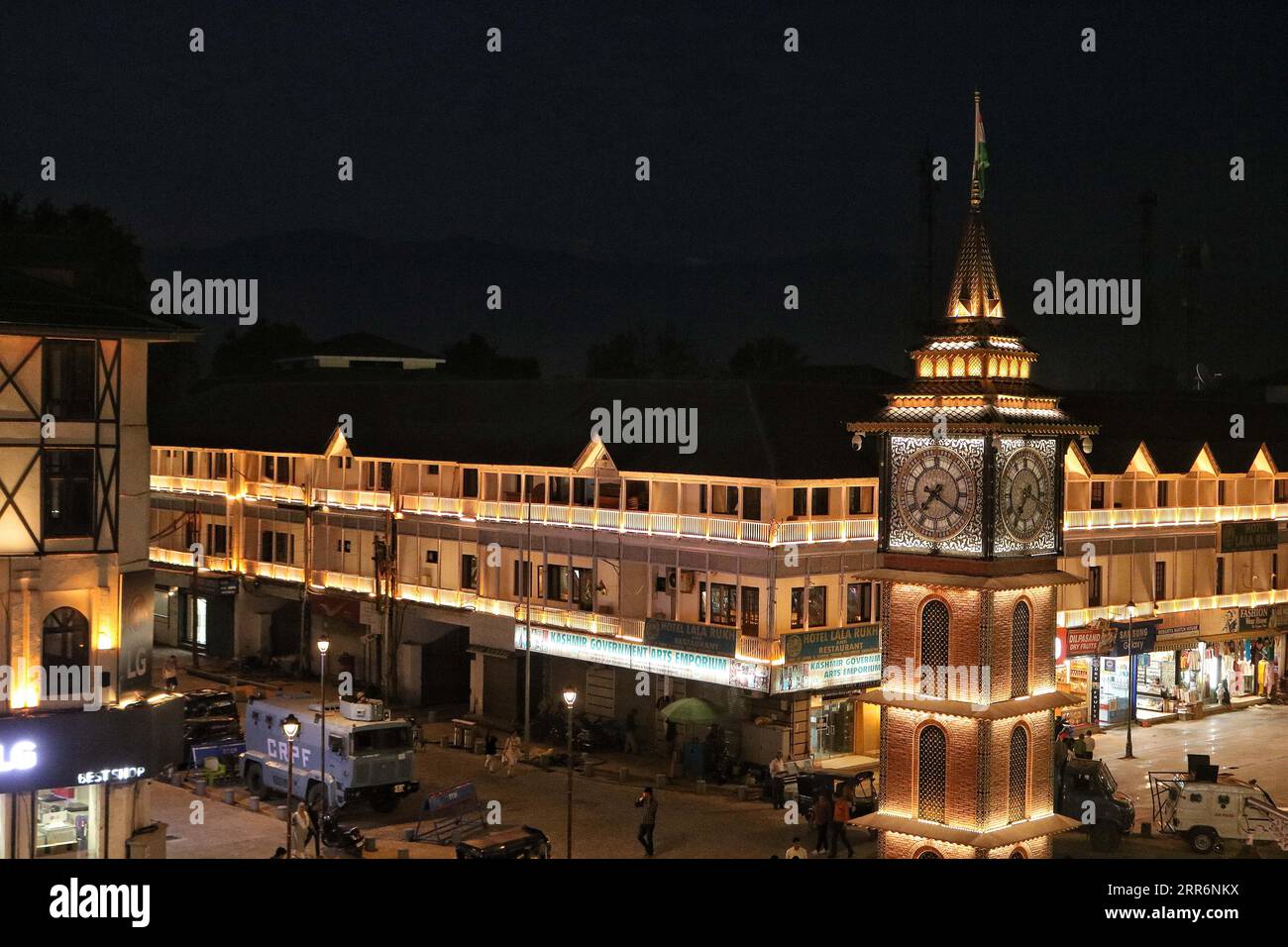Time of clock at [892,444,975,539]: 7:20
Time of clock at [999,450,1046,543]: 7:17
